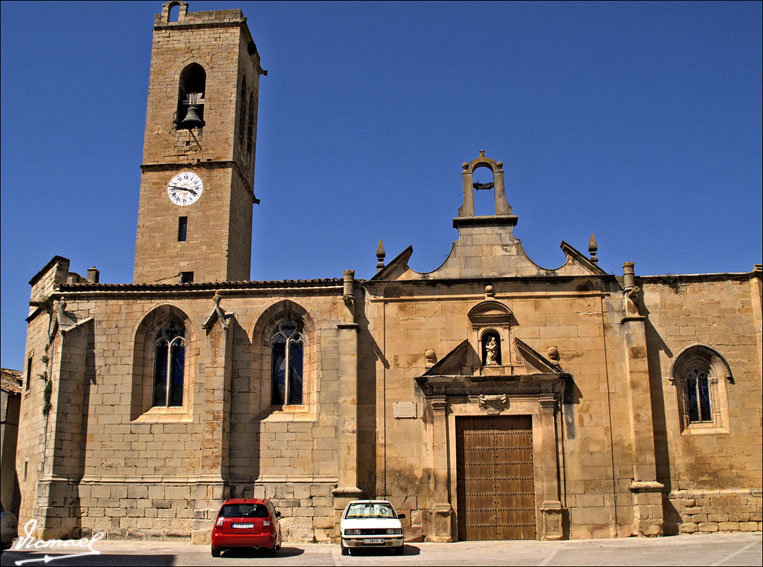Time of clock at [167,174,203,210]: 3:47
